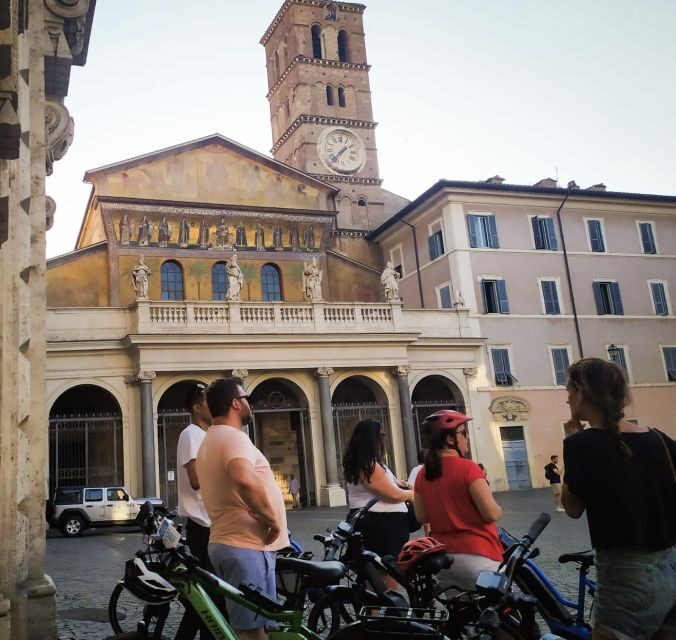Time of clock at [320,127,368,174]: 1:37
